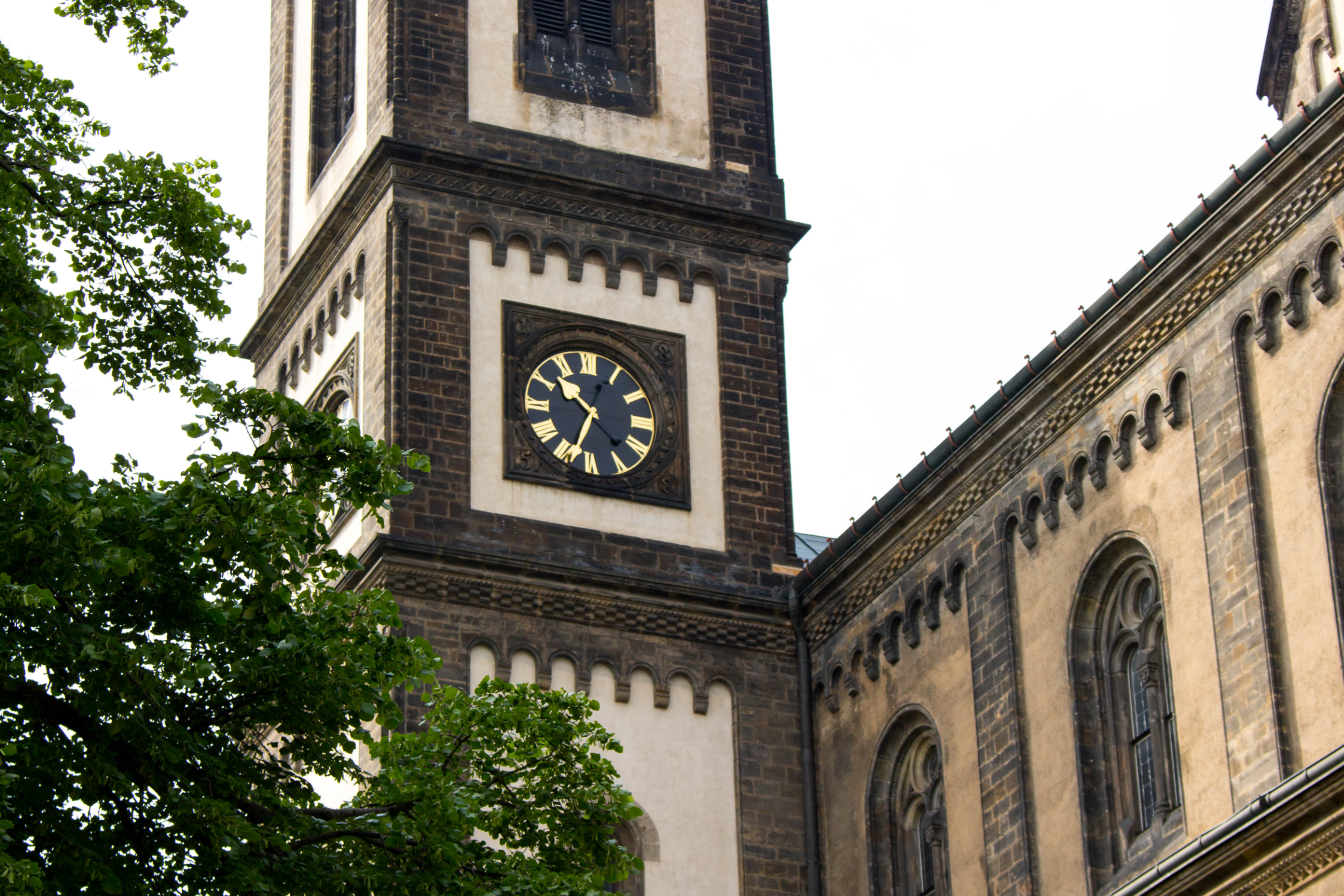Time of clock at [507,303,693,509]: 10:33
